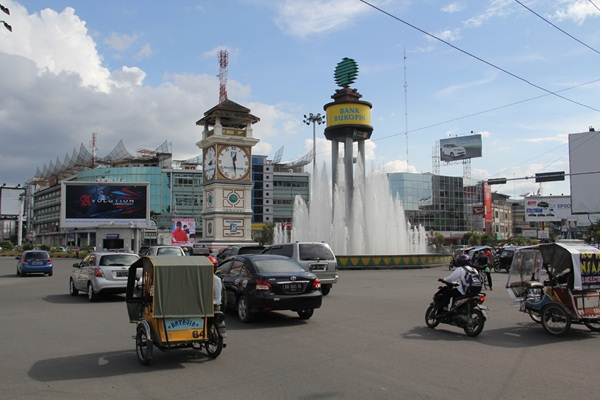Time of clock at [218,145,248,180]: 12:28
